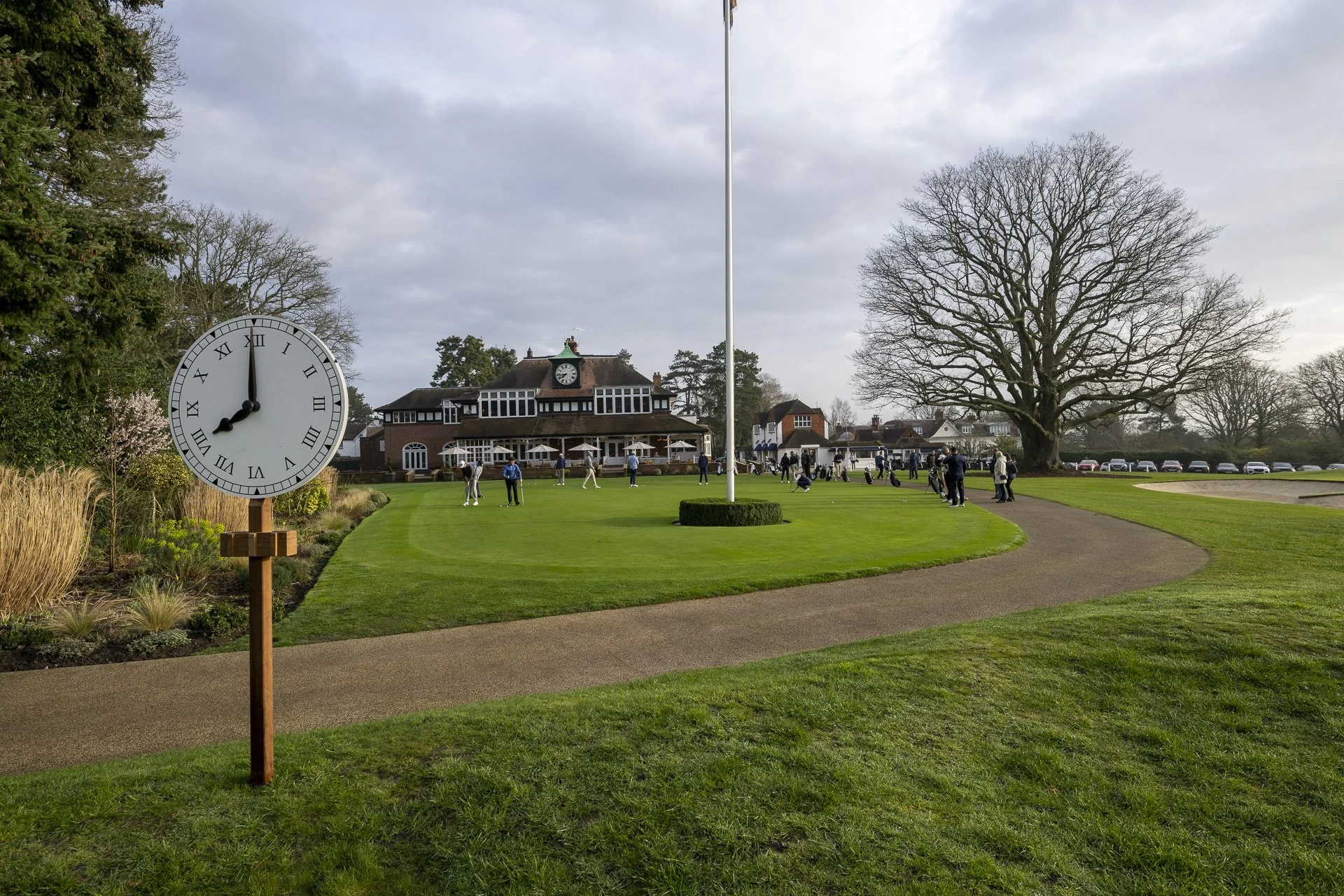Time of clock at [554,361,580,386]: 7:43
